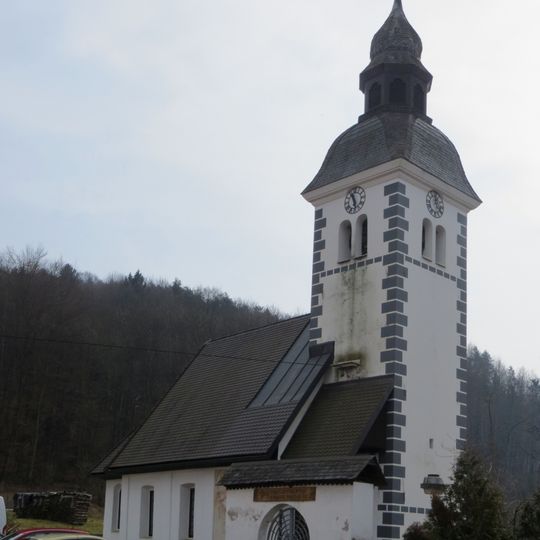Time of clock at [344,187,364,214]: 11:28
